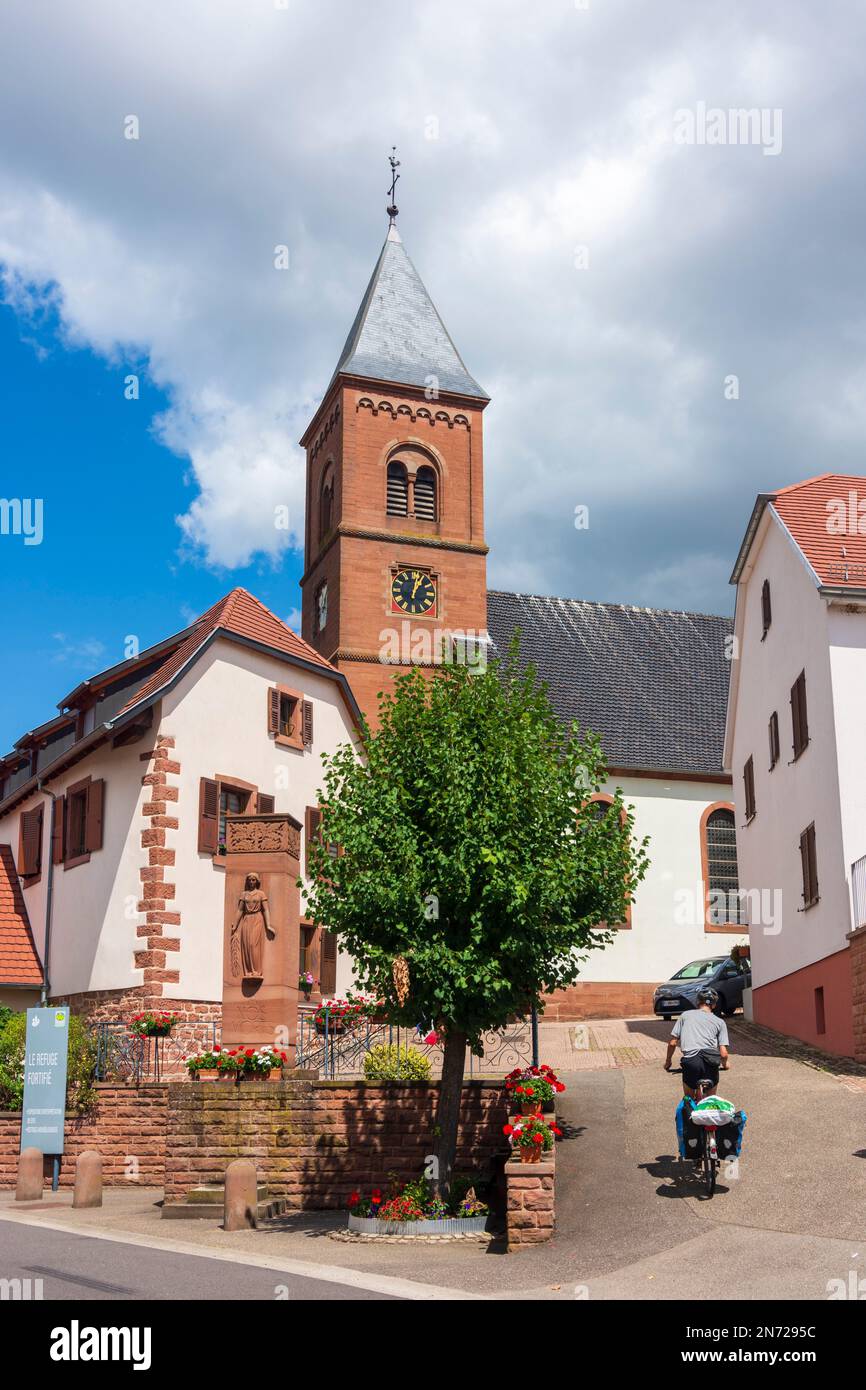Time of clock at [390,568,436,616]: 1:02
